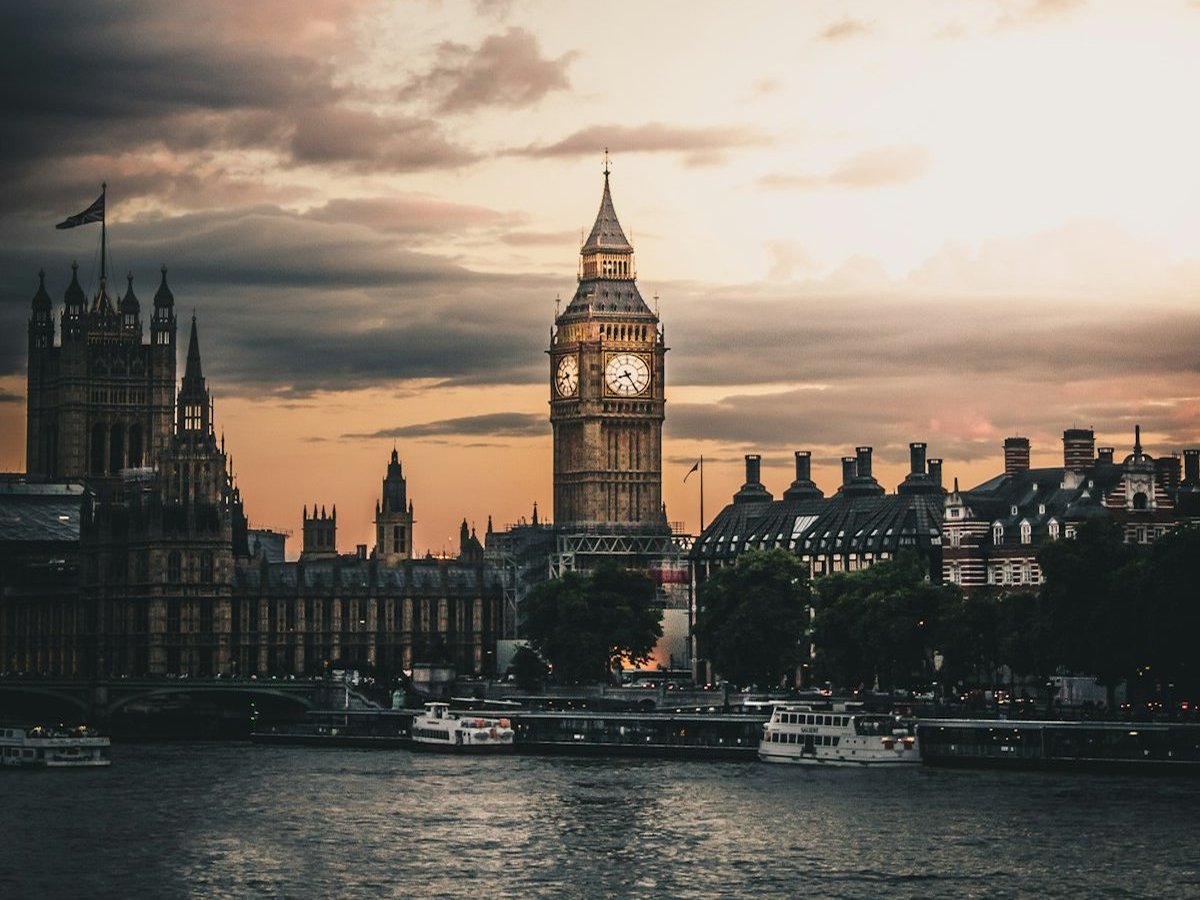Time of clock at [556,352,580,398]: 8:25
